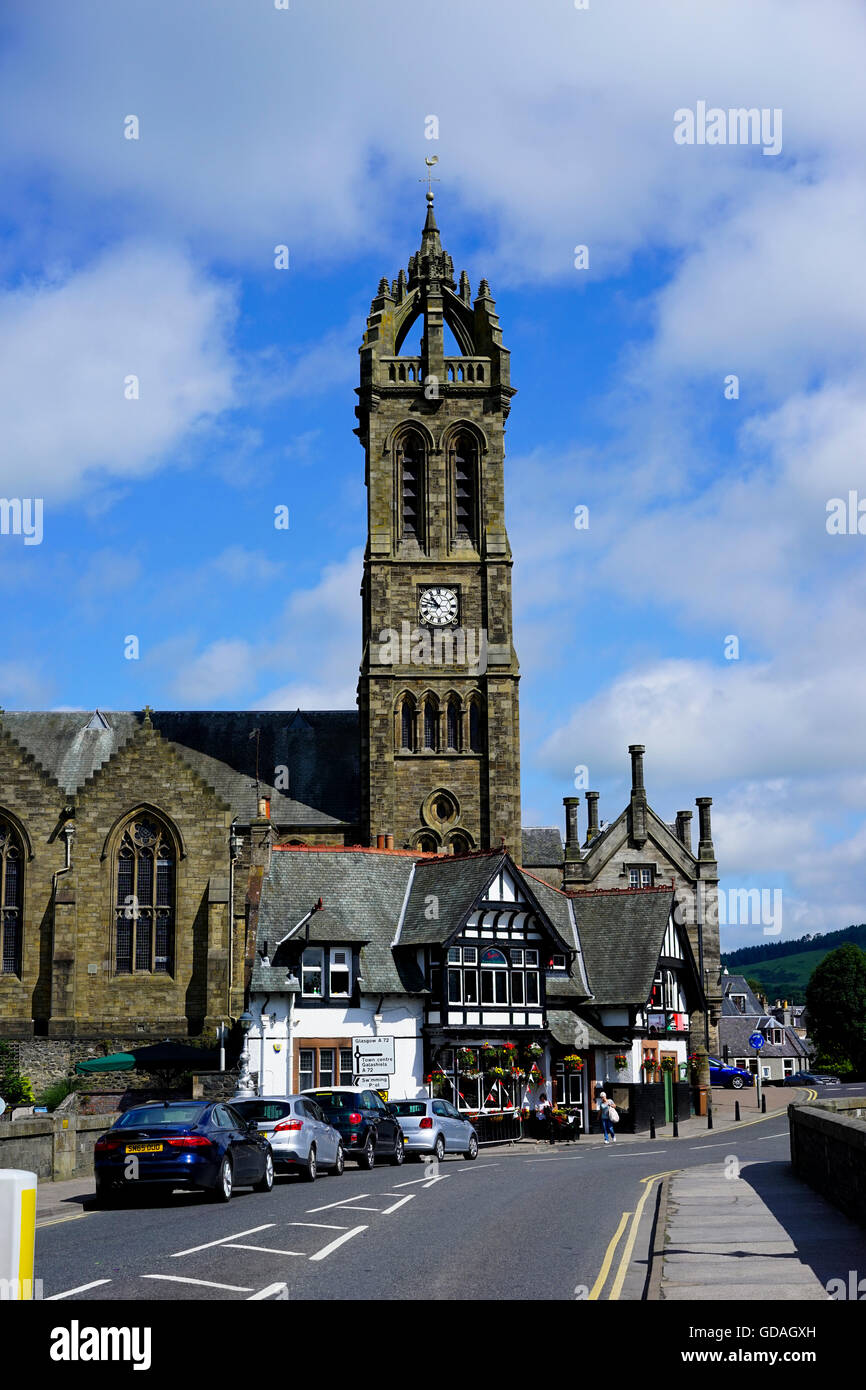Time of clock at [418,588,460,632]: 10:47
